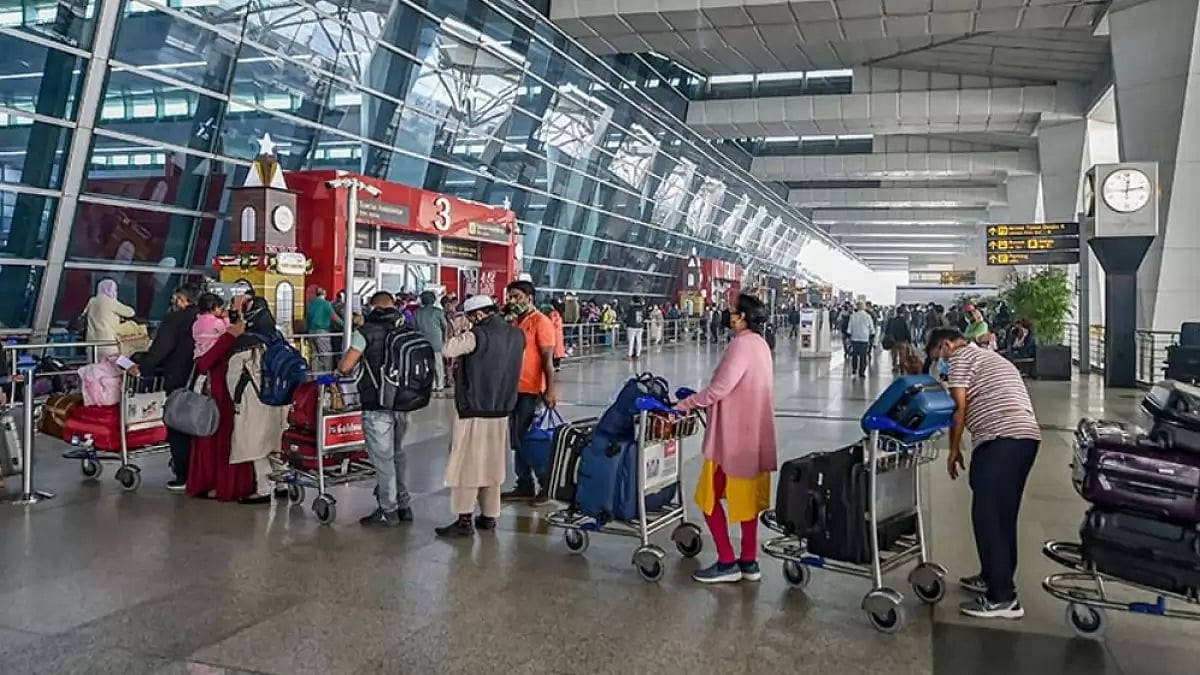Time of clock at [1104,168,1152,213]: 12:13
